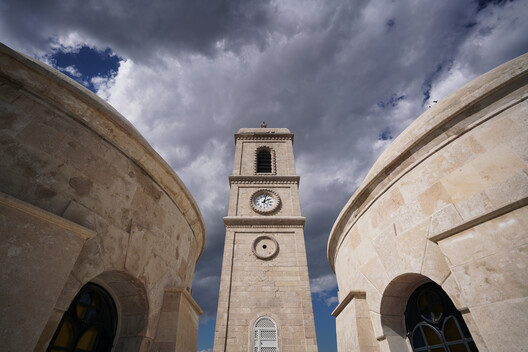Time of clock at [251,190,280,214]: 2:02
